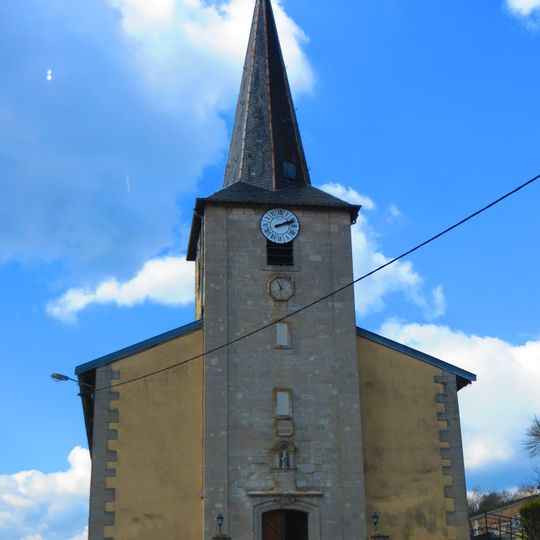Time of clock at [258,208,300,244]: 2:11
